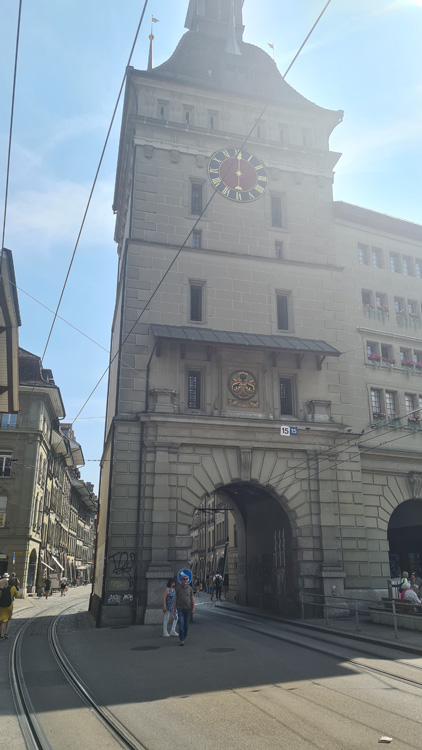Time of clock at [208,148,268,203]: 6:00
